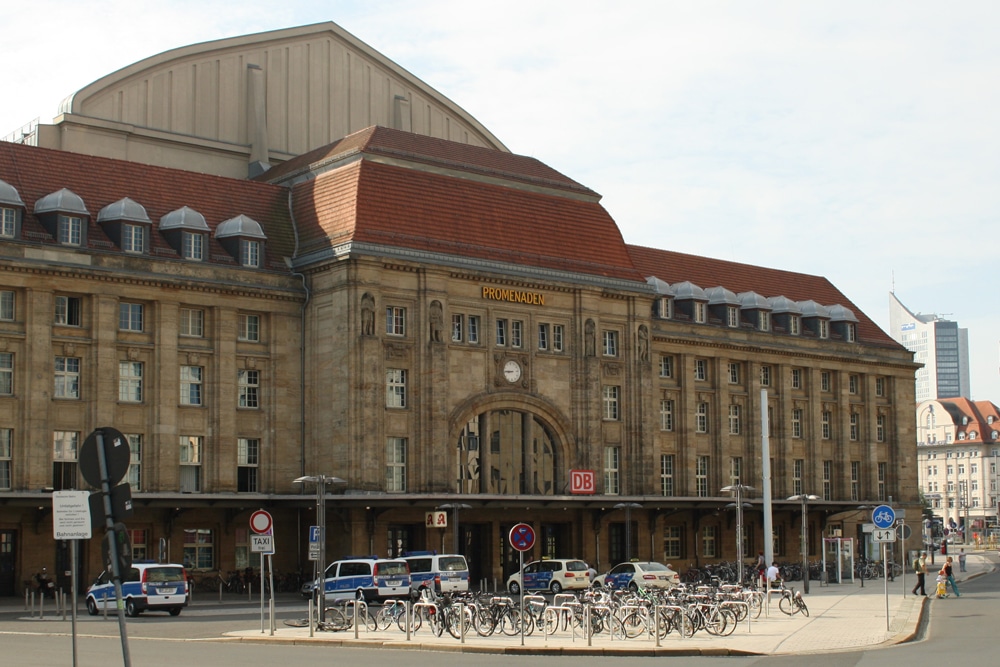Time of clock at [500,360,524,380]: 8:45
